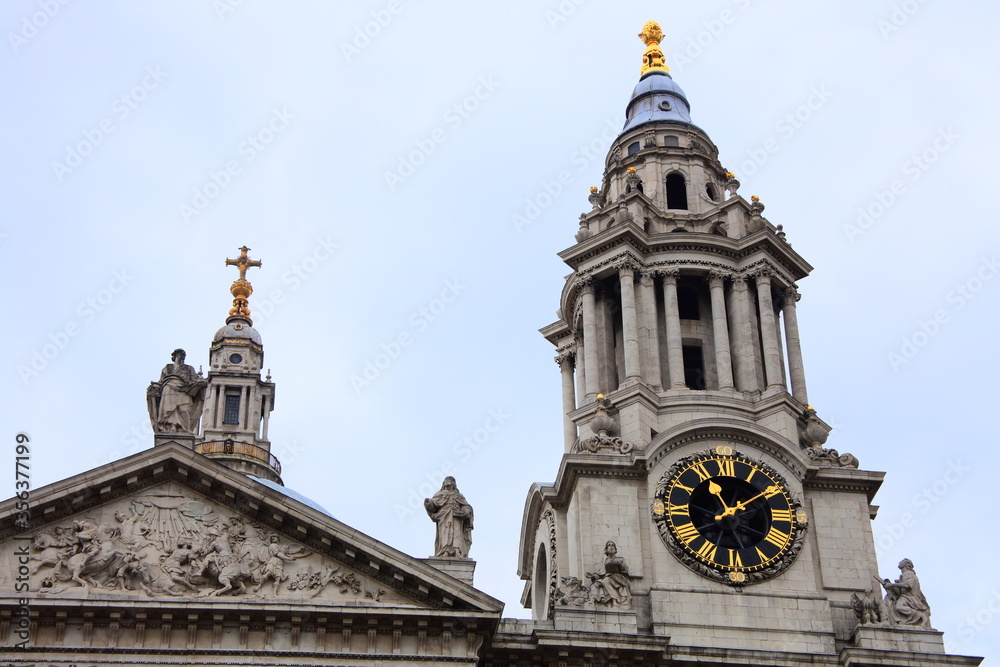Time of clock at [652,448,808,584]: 1:56
